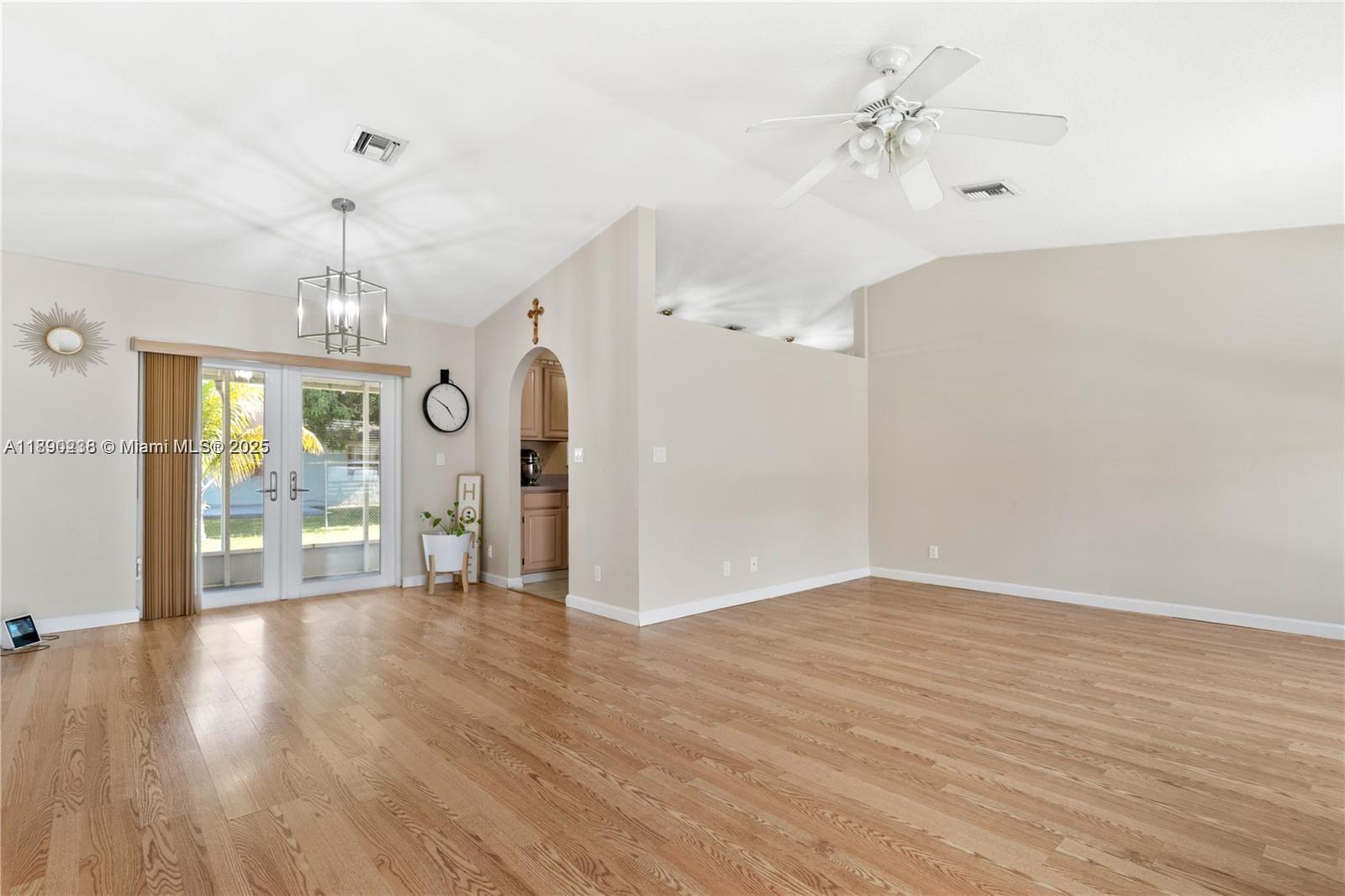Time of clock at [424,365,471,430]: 4:50
